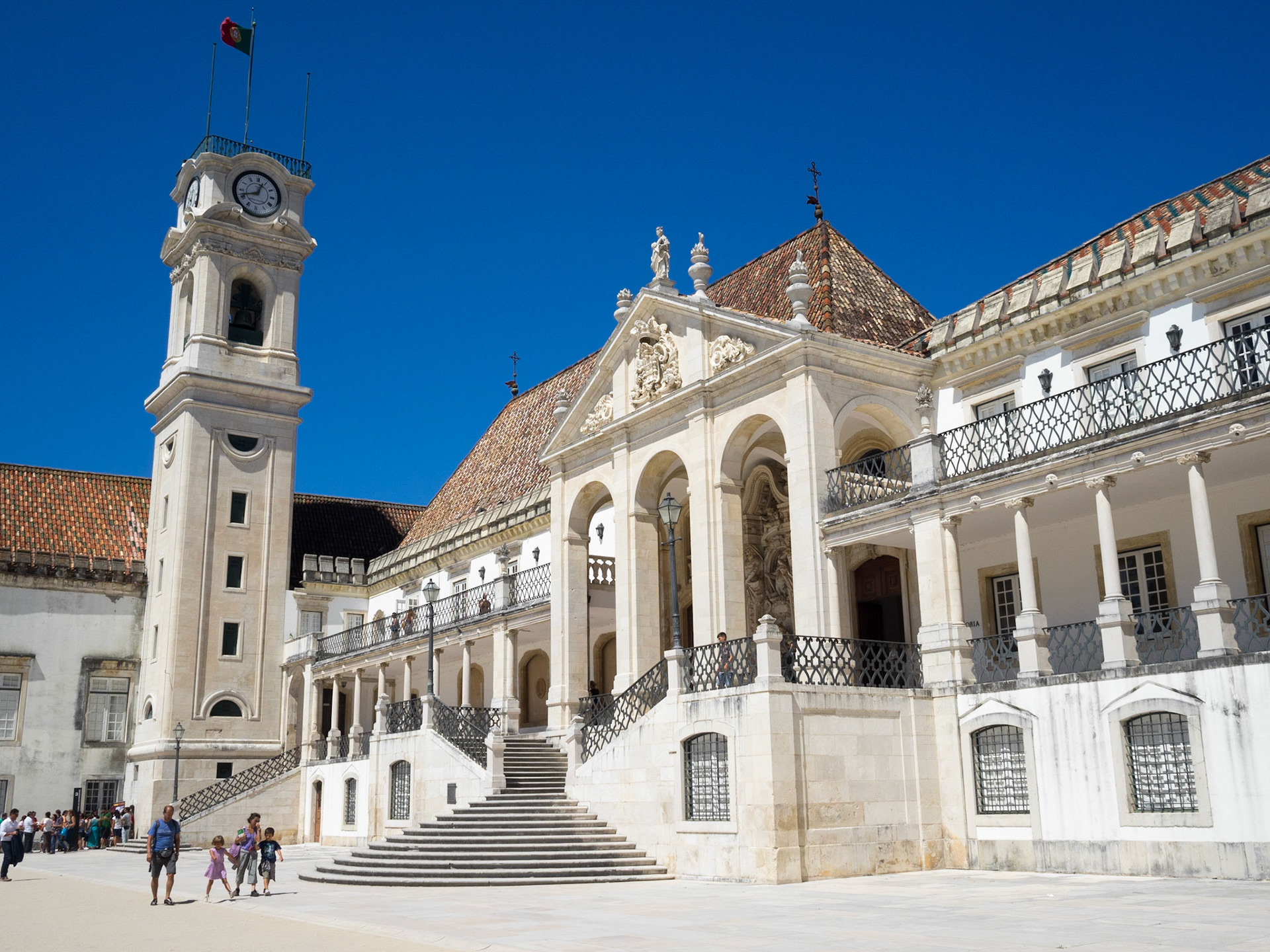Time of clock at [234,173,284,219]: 12:42
